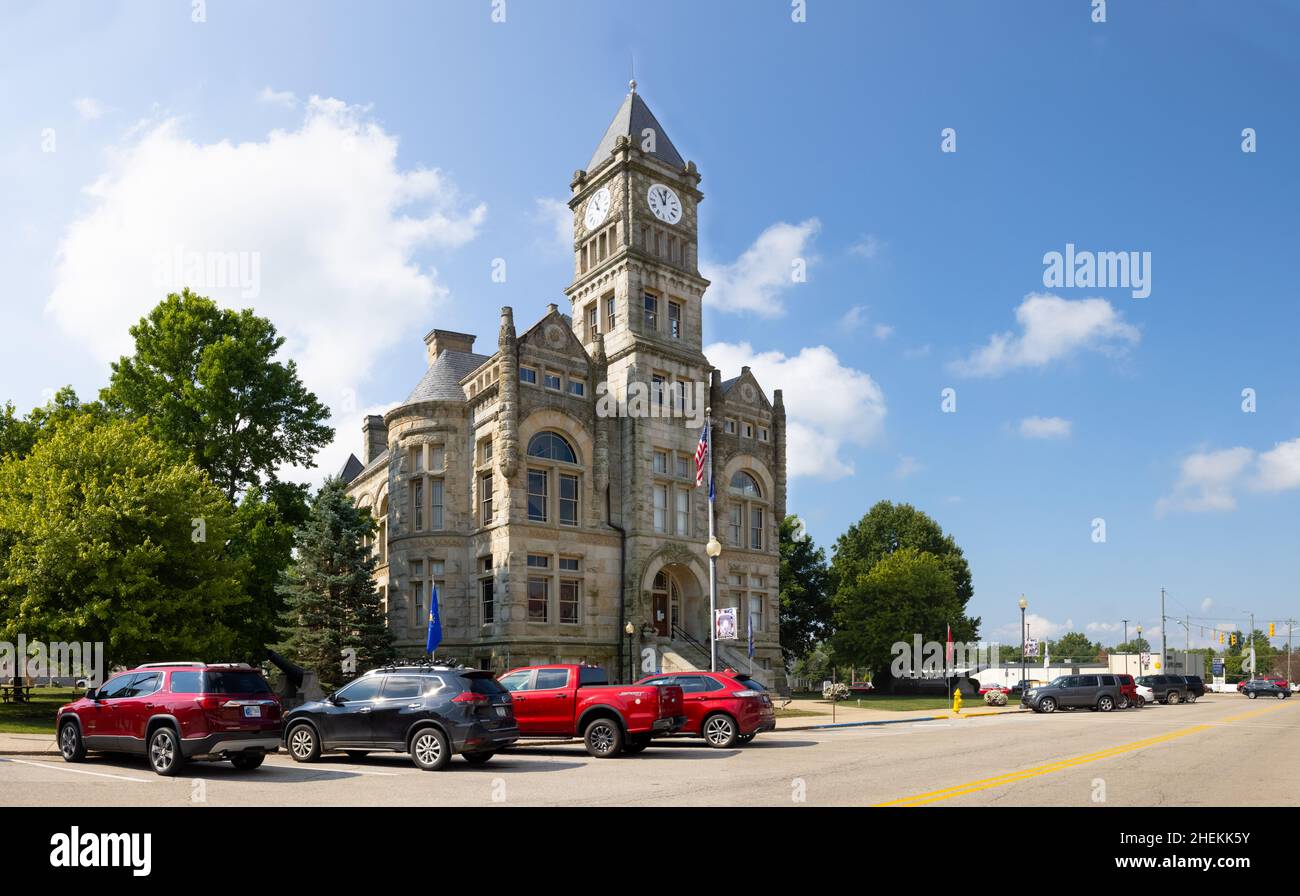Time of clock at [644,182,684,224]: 11:01
